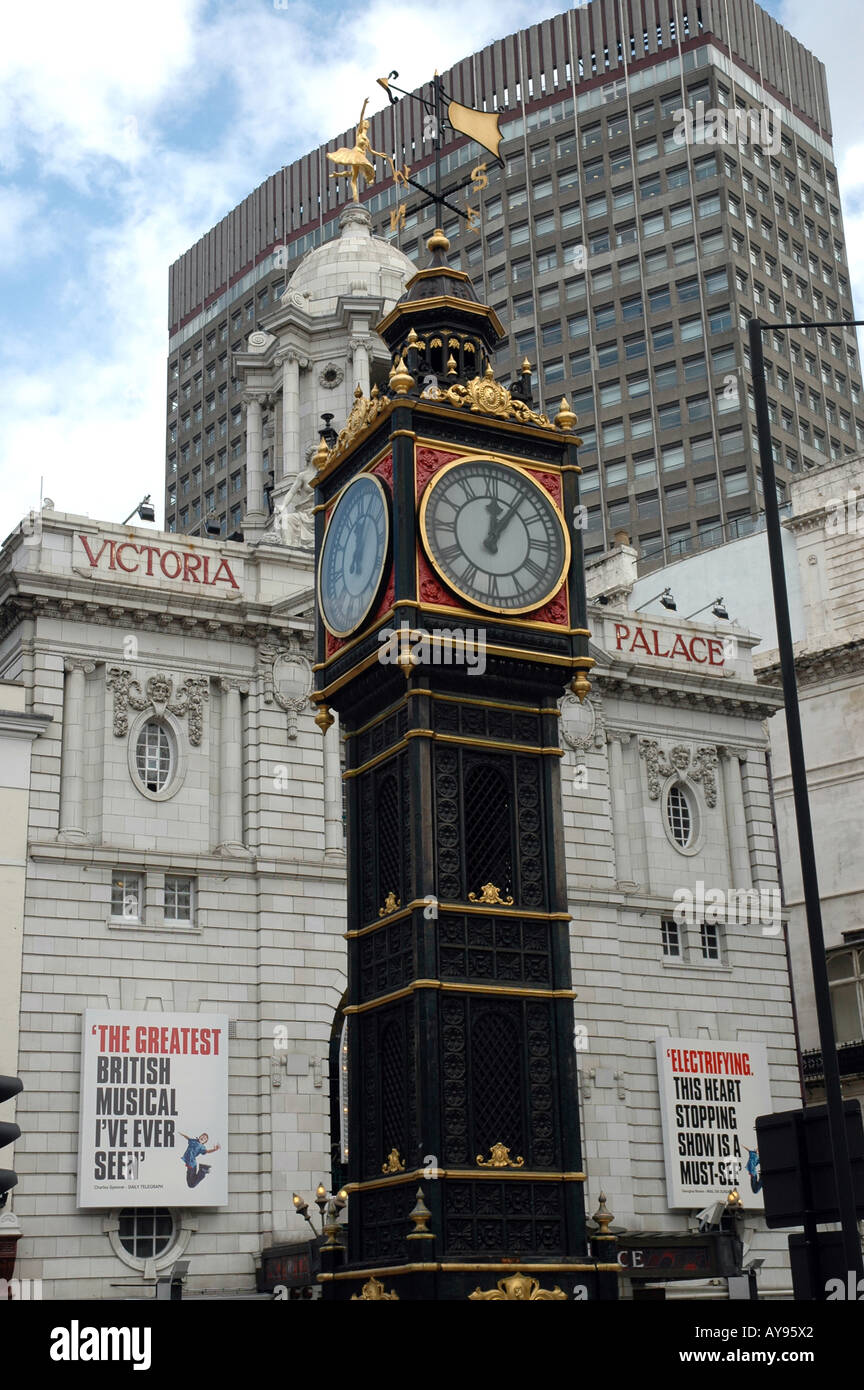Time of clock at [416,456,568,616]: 12:06
